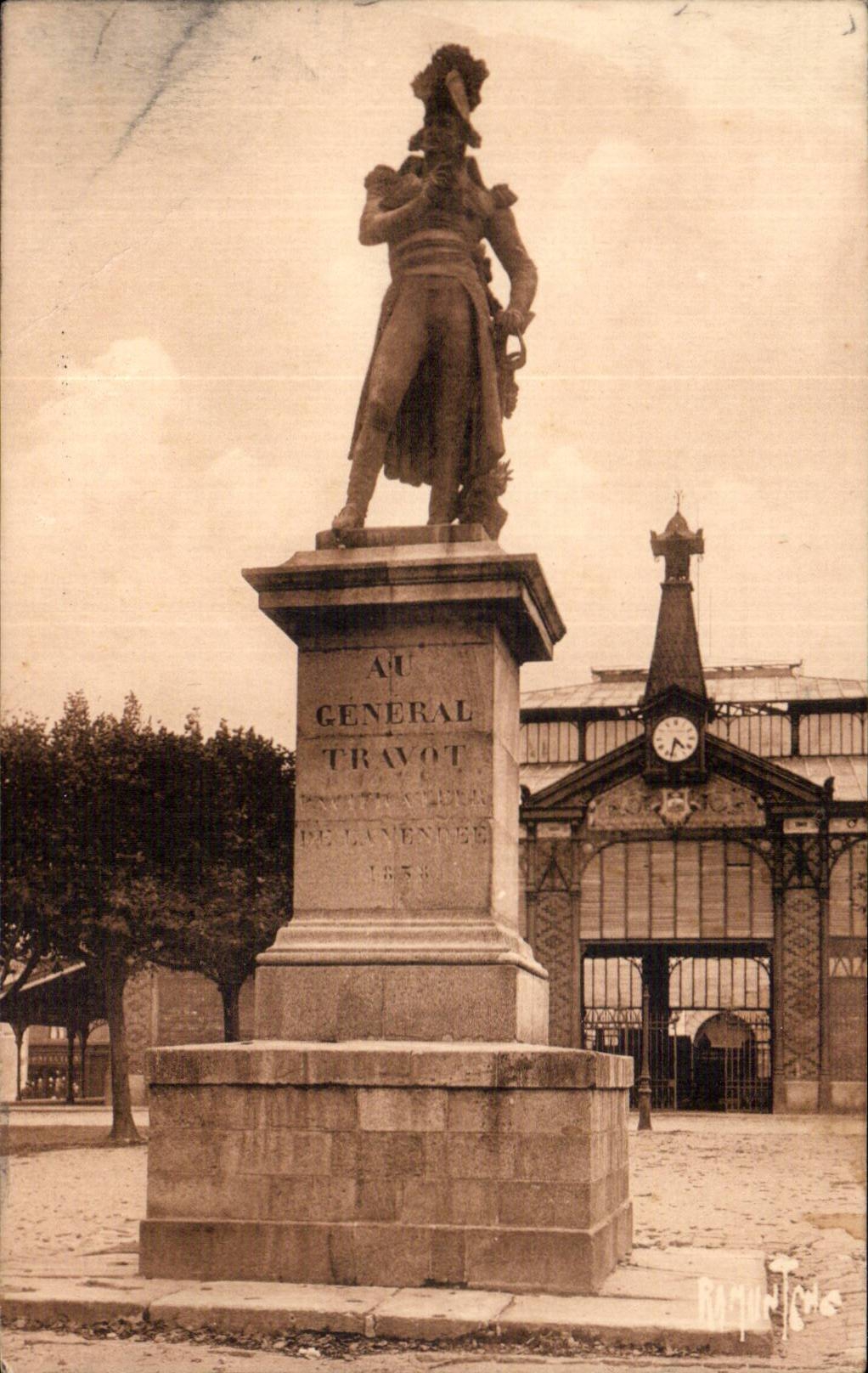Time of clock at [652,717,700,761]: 4:32
